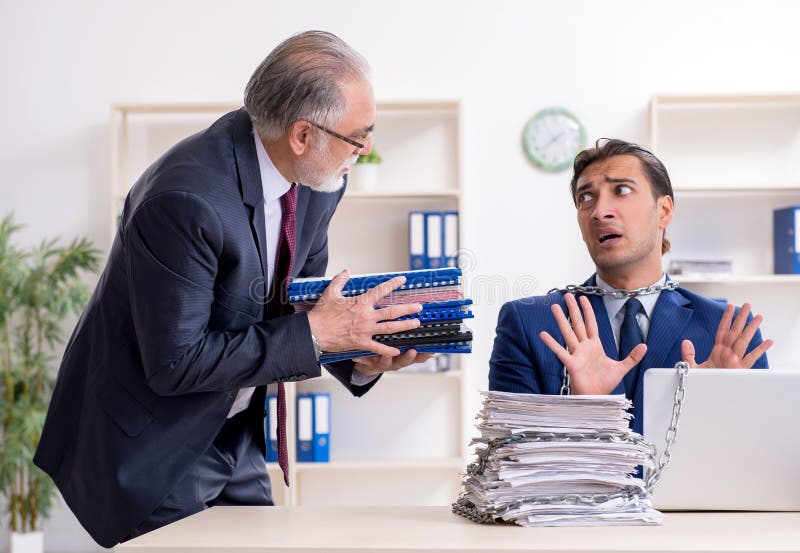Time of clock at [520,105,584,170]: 7:37
